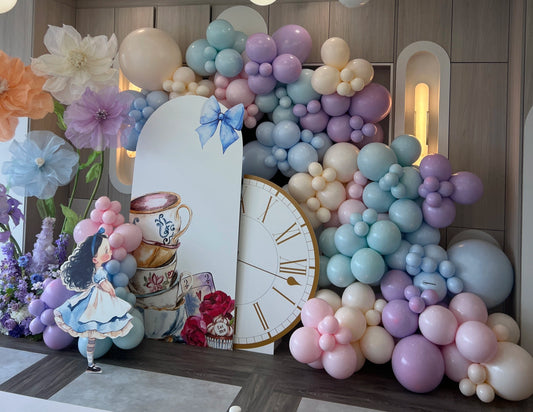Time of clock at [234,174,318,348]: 6:00
